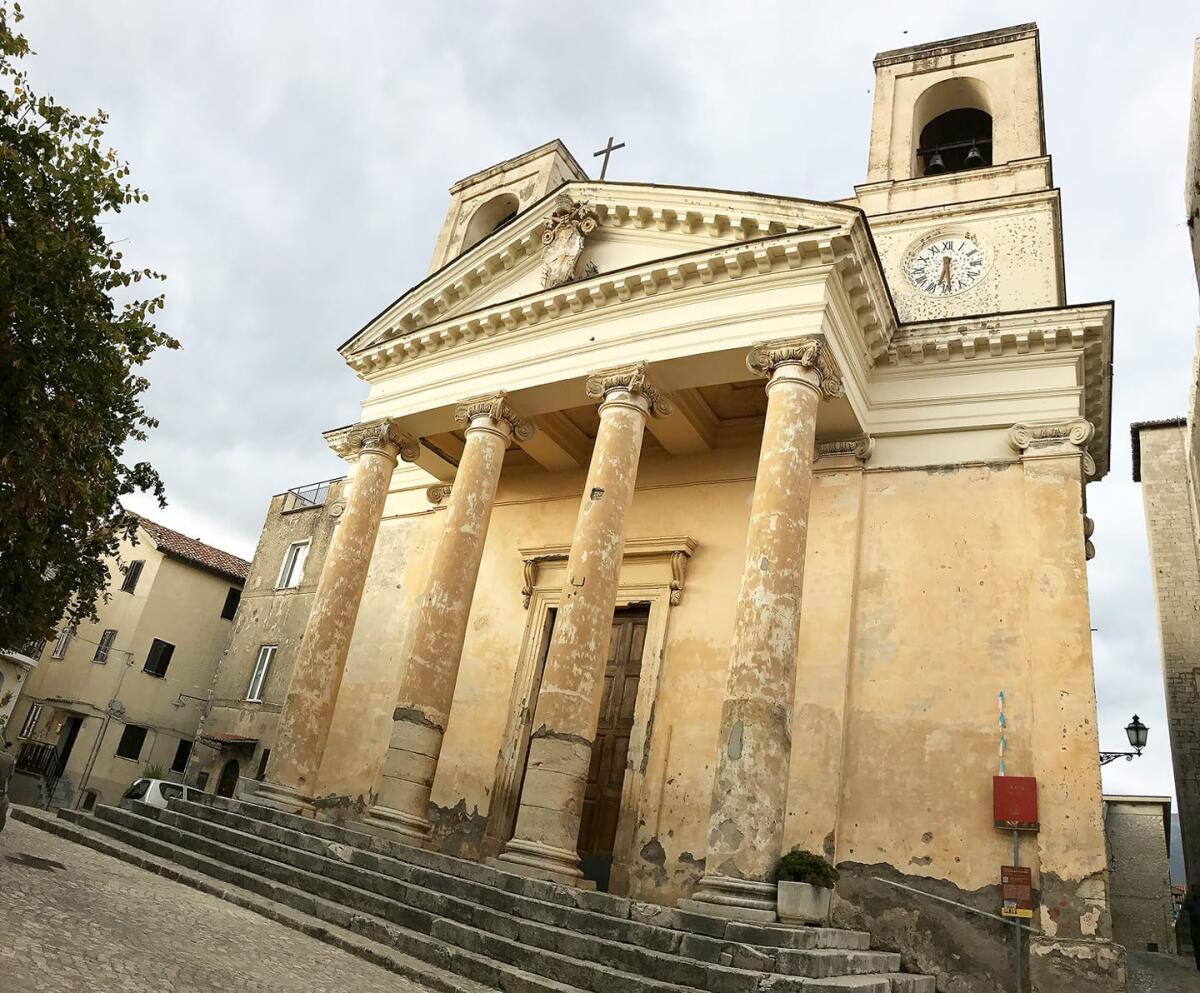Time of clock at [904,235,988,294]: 6:28
